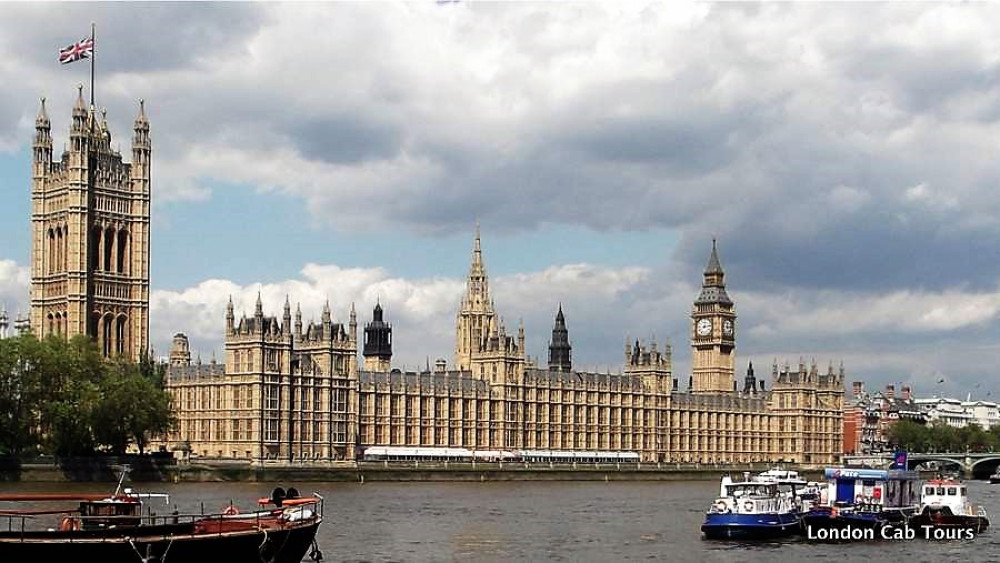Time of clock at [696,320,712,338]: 12:13
